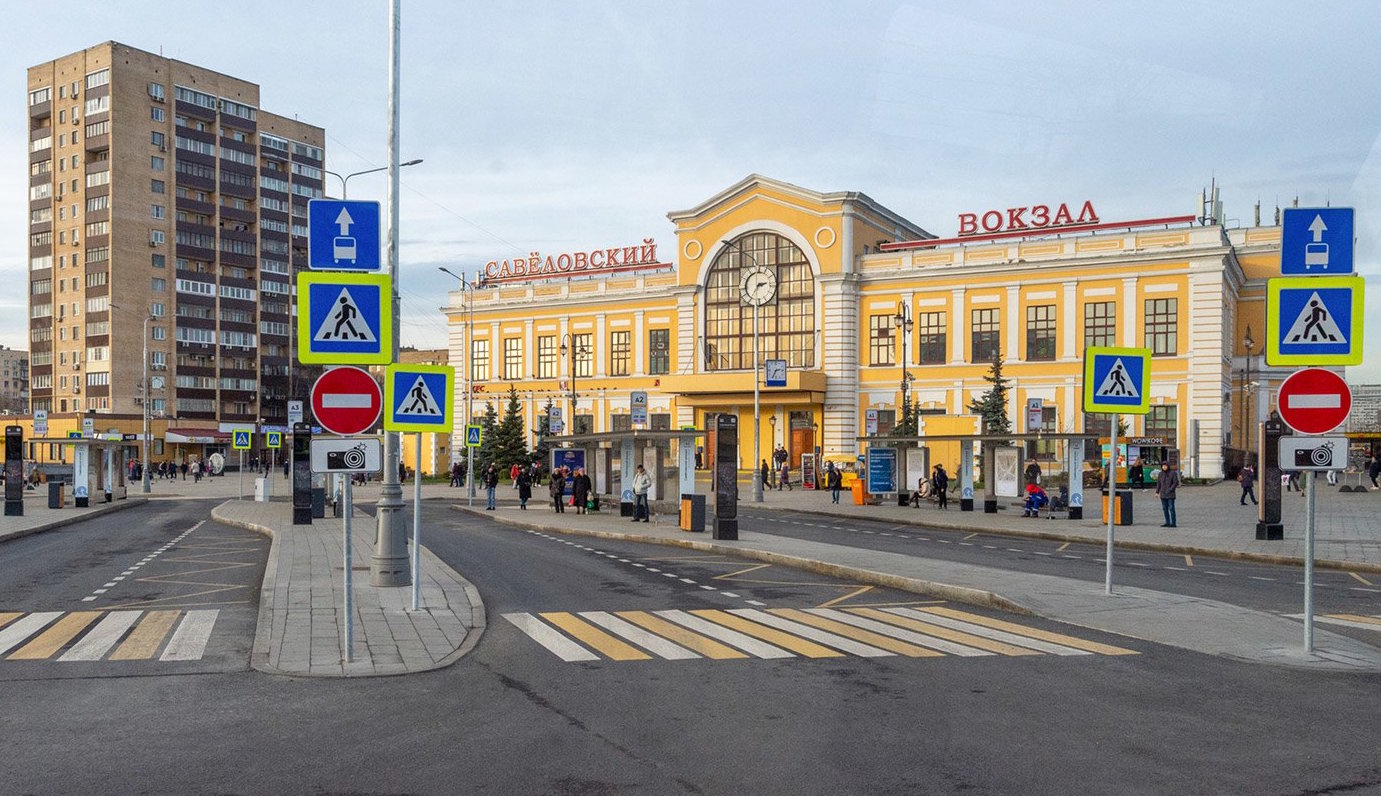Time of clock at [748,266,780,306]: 2:35
